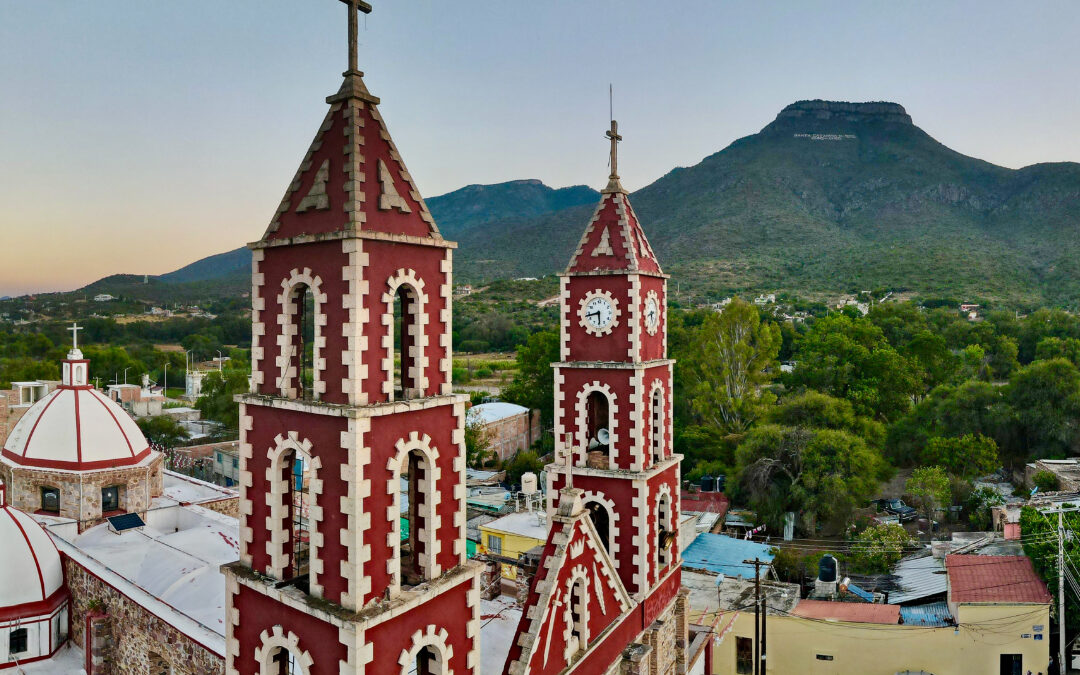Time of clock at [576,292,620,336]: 5:42
